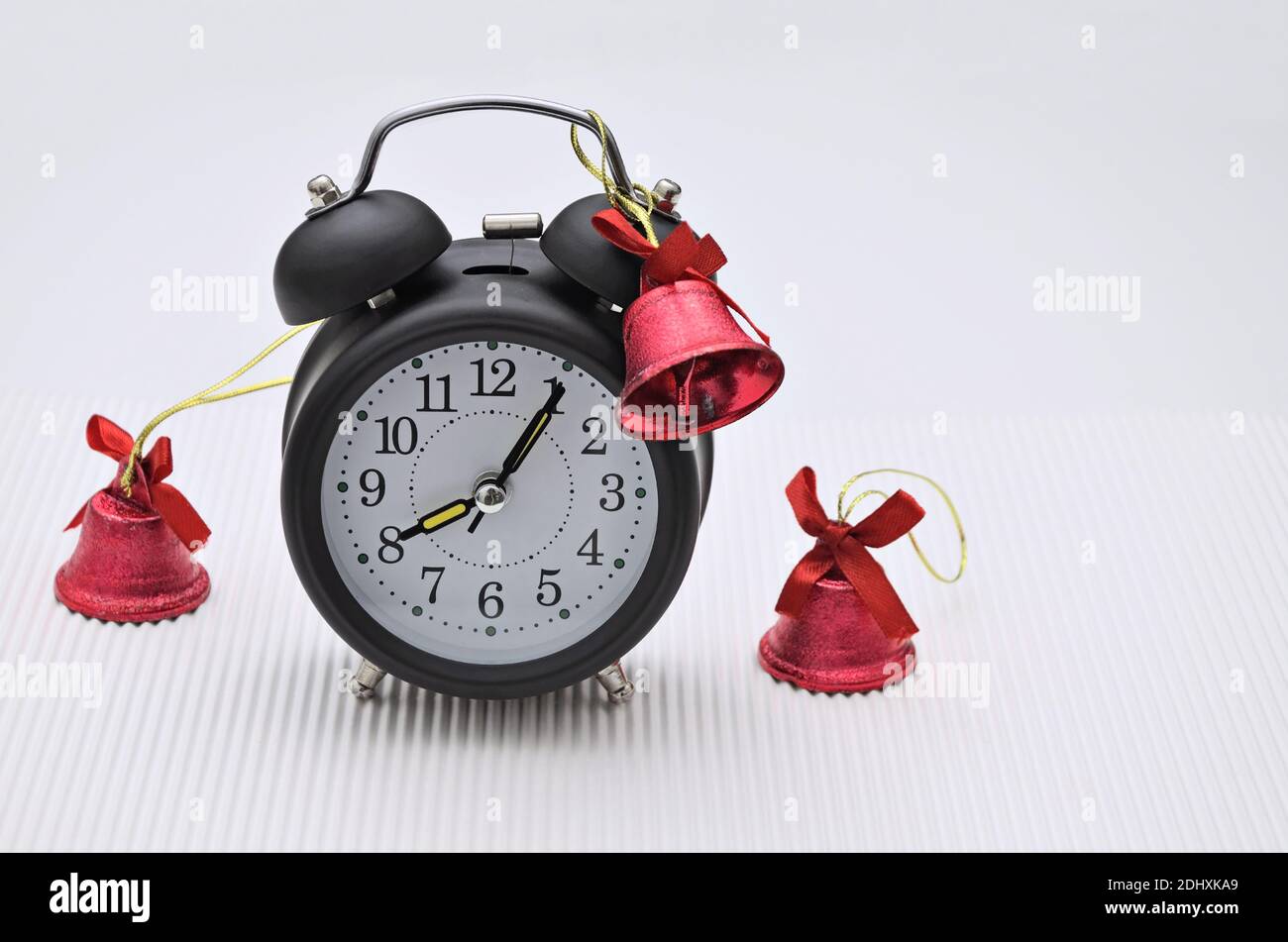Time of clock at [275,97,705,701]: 8:05
